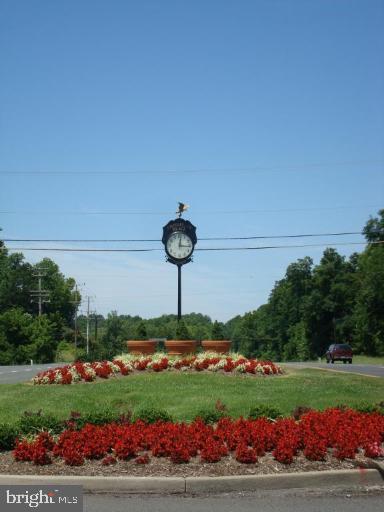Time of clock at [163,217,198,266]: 12:15
